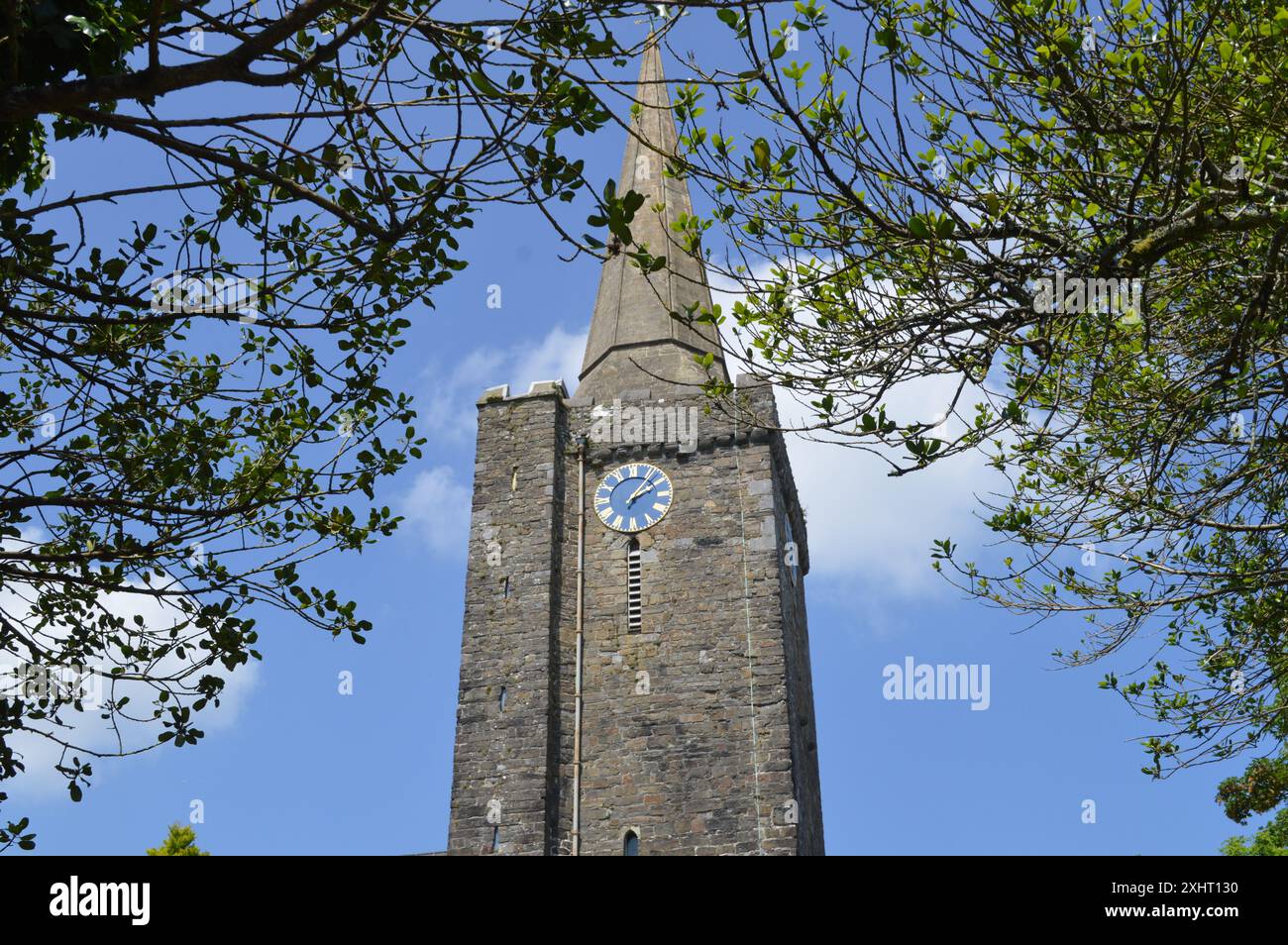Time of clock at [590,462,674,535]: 2:06
